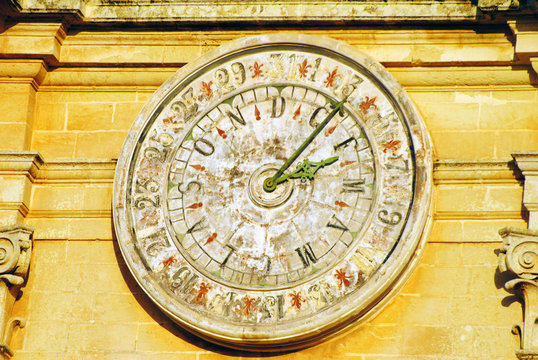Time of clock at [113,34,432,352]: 2:06
